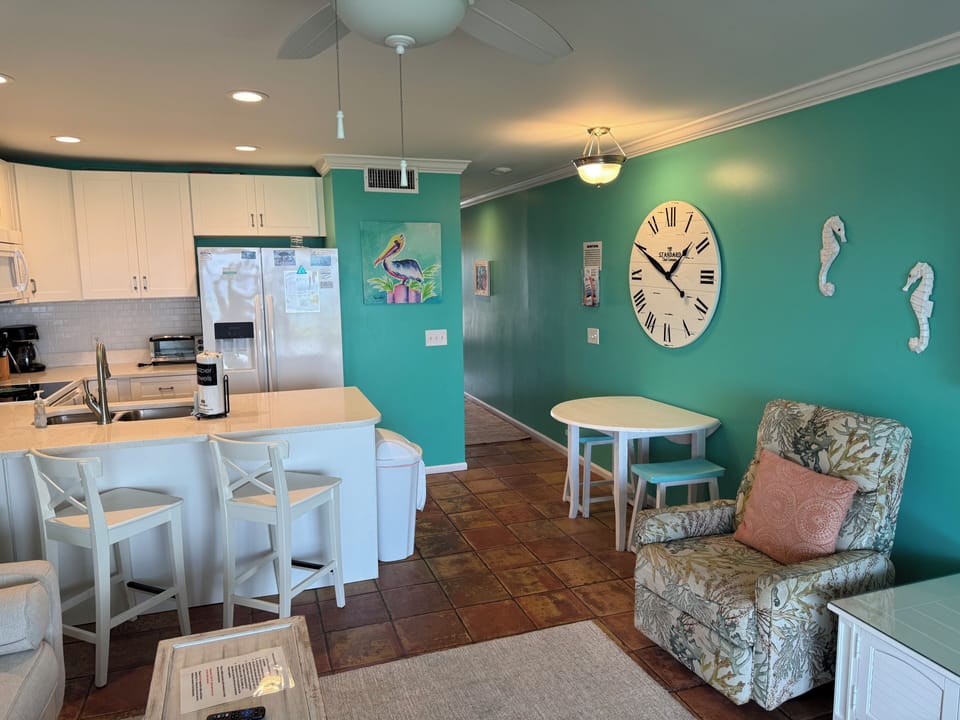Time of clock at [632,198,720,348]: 1:50
